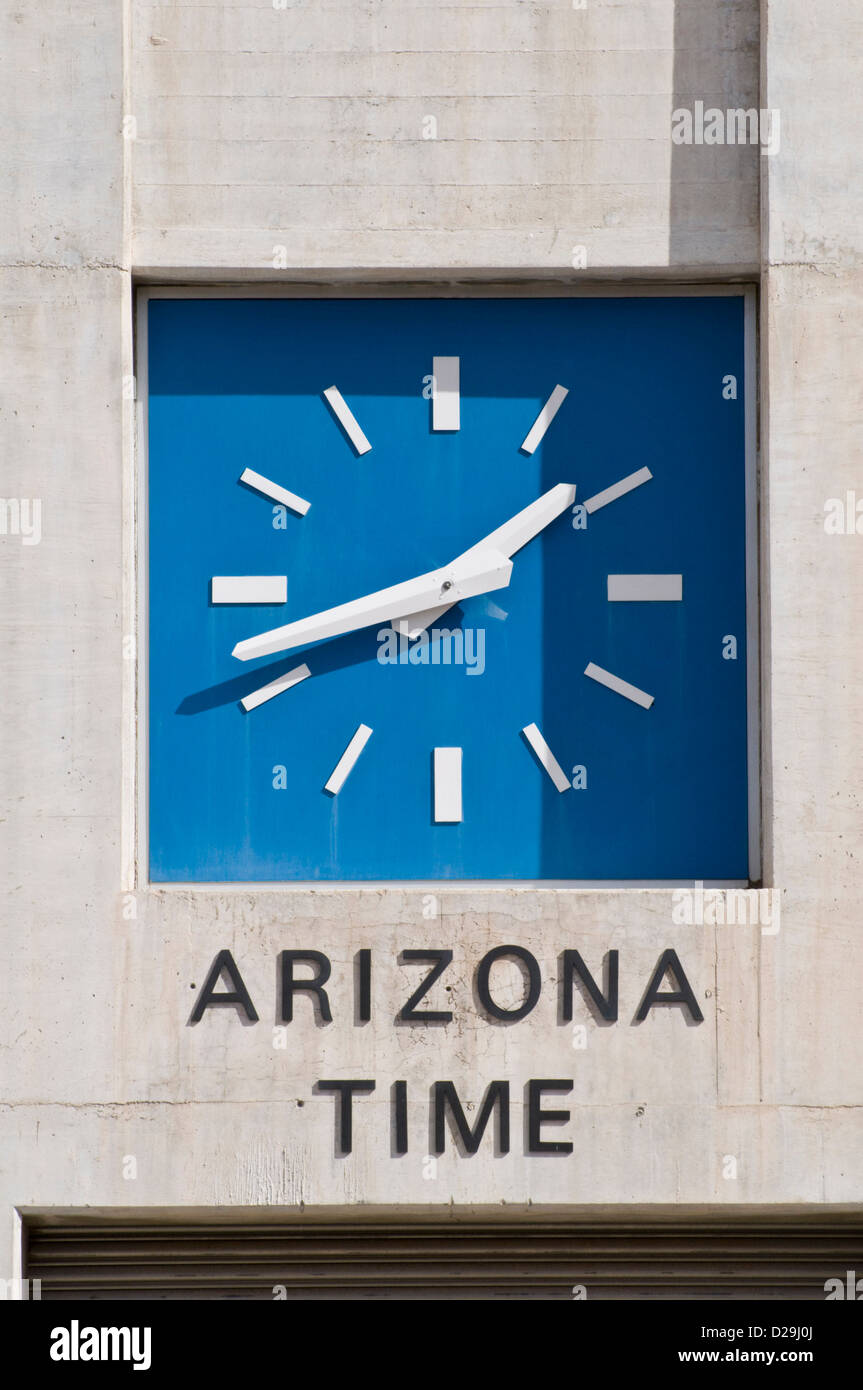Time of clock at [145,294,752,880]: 1:42
